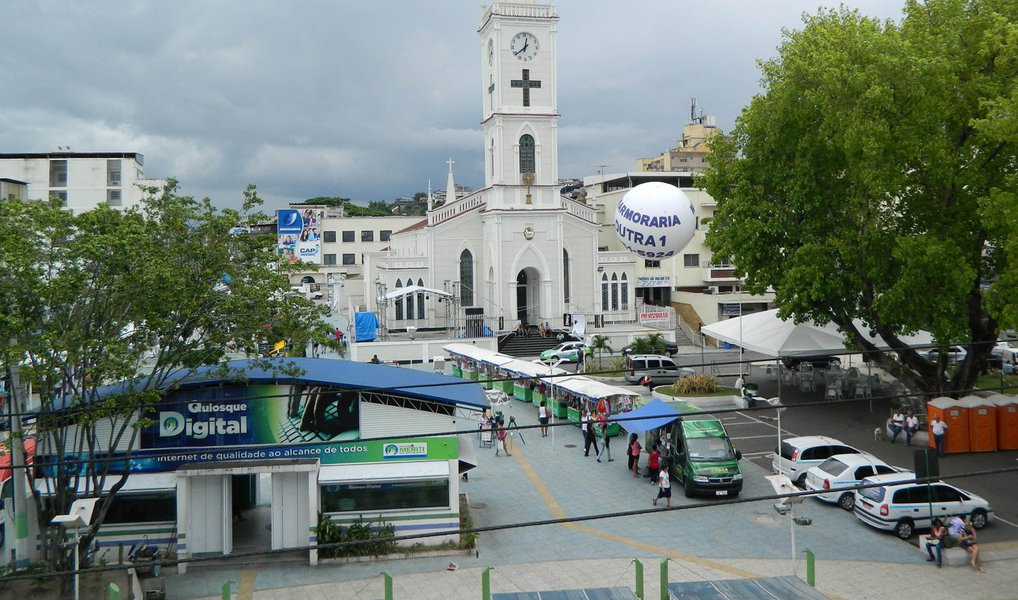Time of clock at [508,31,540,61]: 12:38
